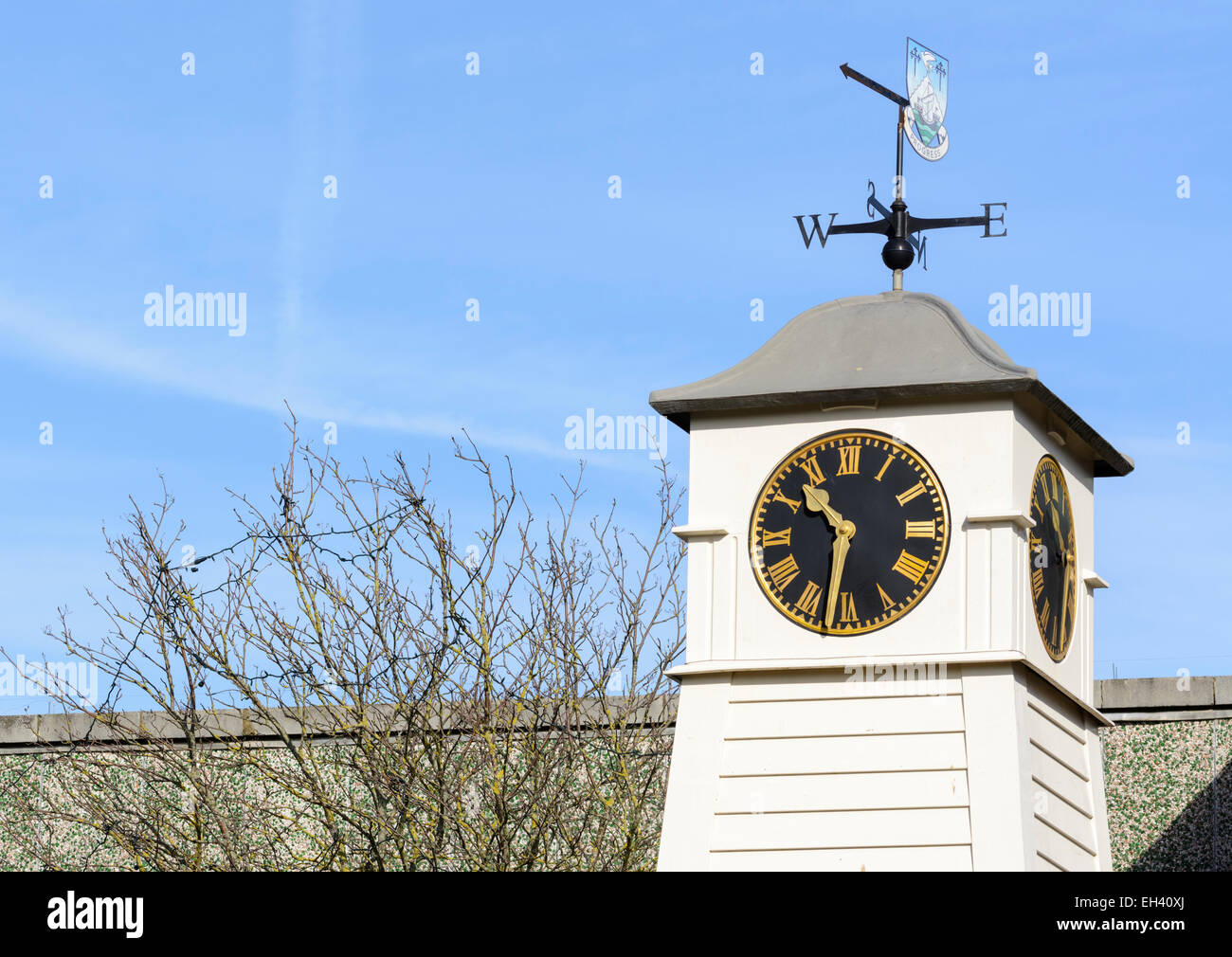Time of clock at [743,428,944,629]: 10:31
